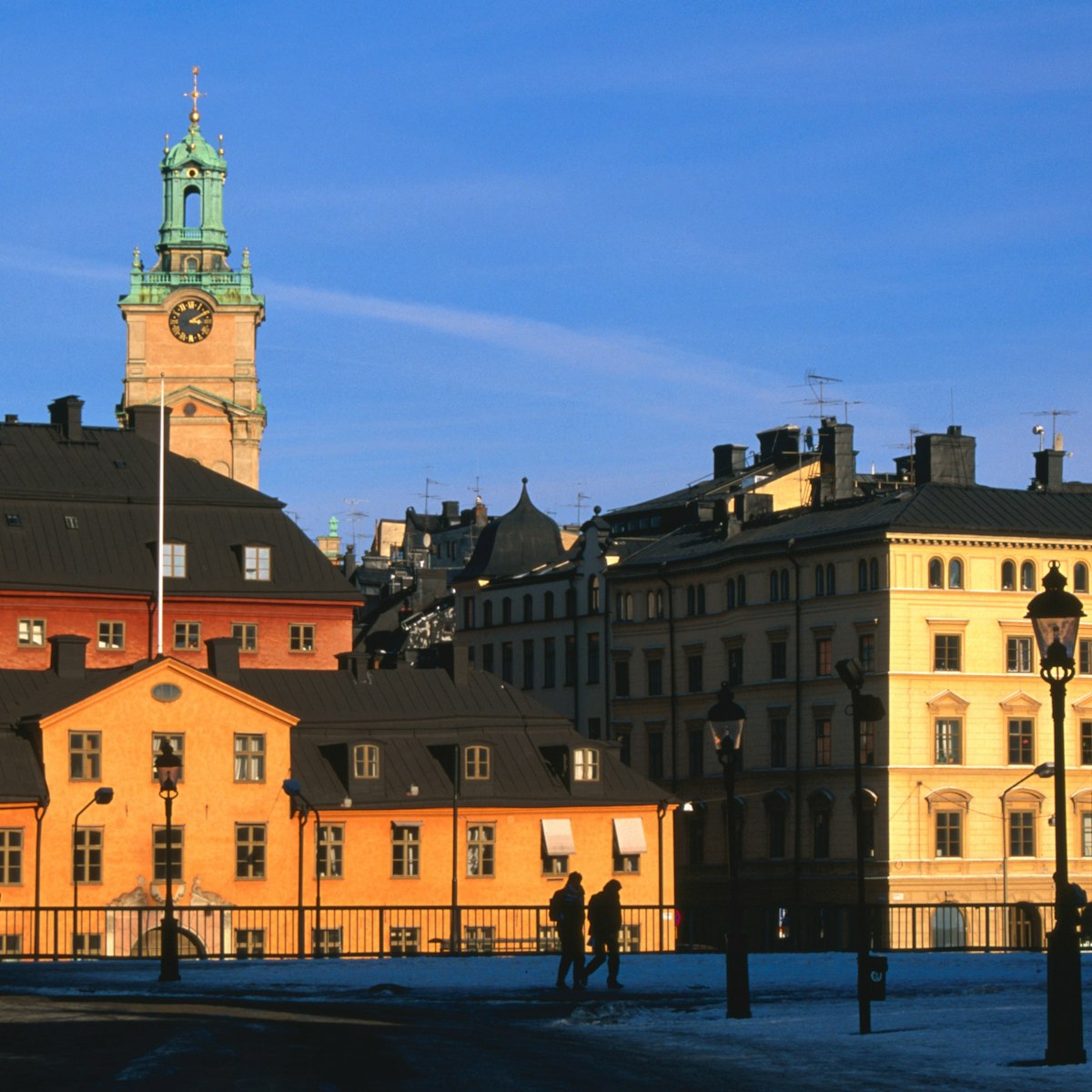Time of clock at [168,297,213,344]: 3:09
